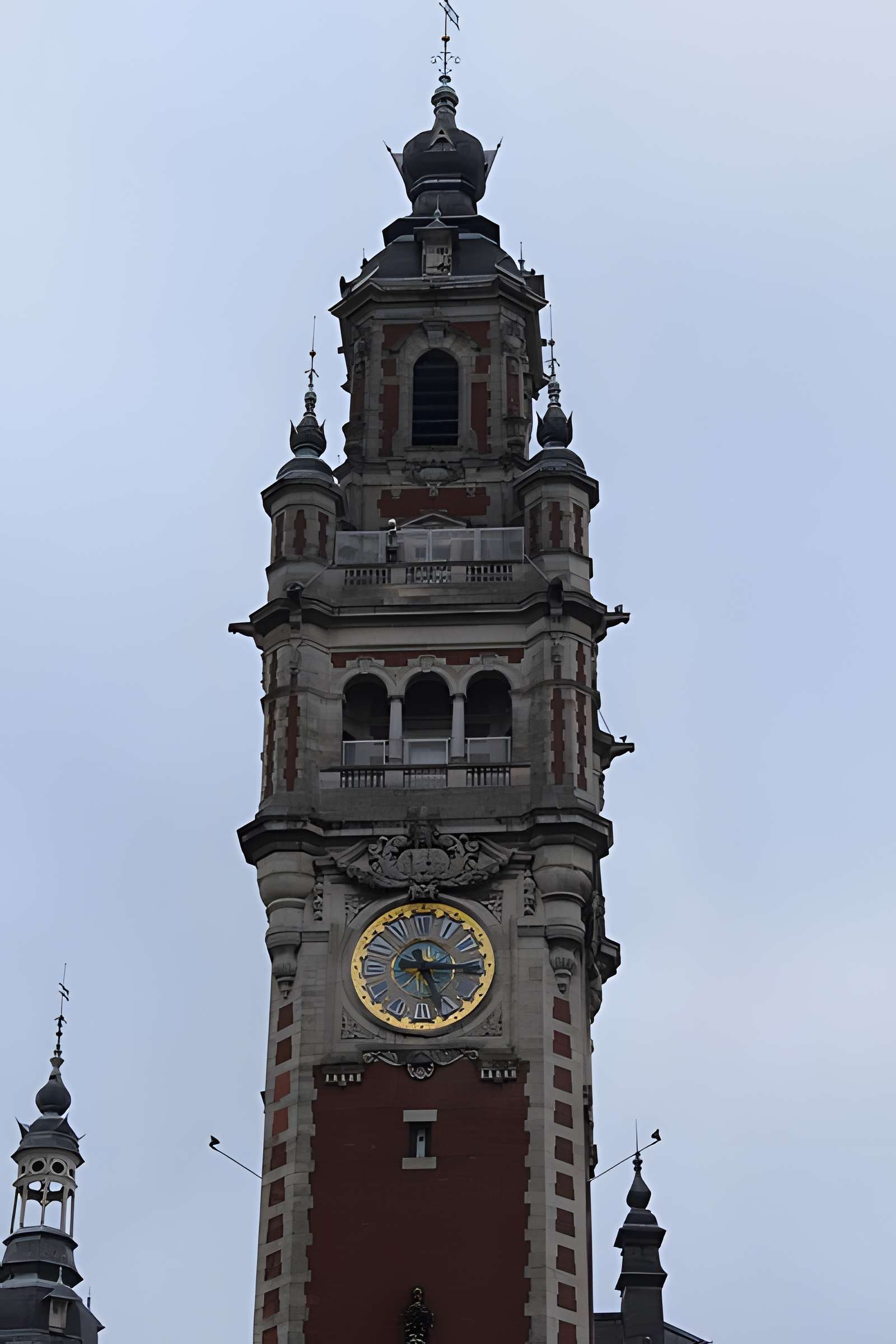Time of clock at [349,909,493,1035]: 5:15
